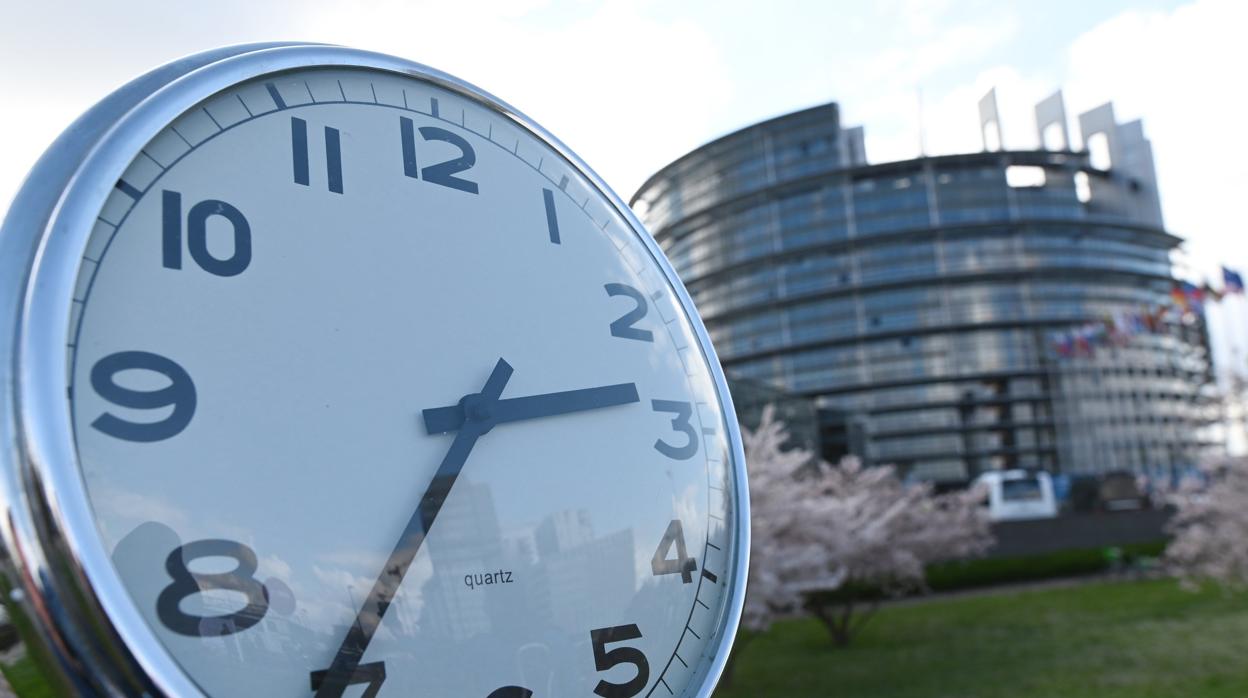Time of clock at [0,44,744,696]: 2:36
